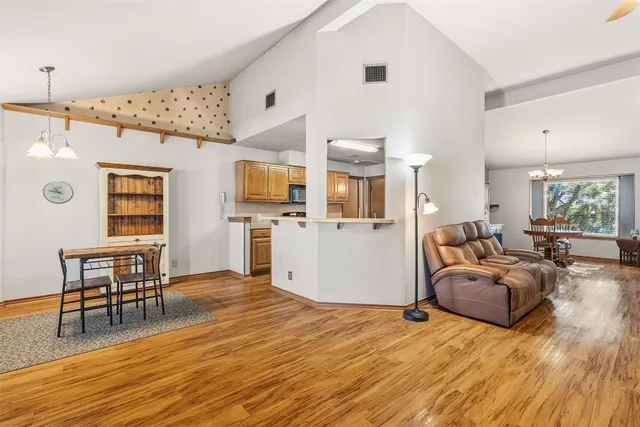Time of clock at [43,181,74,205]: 10:46
